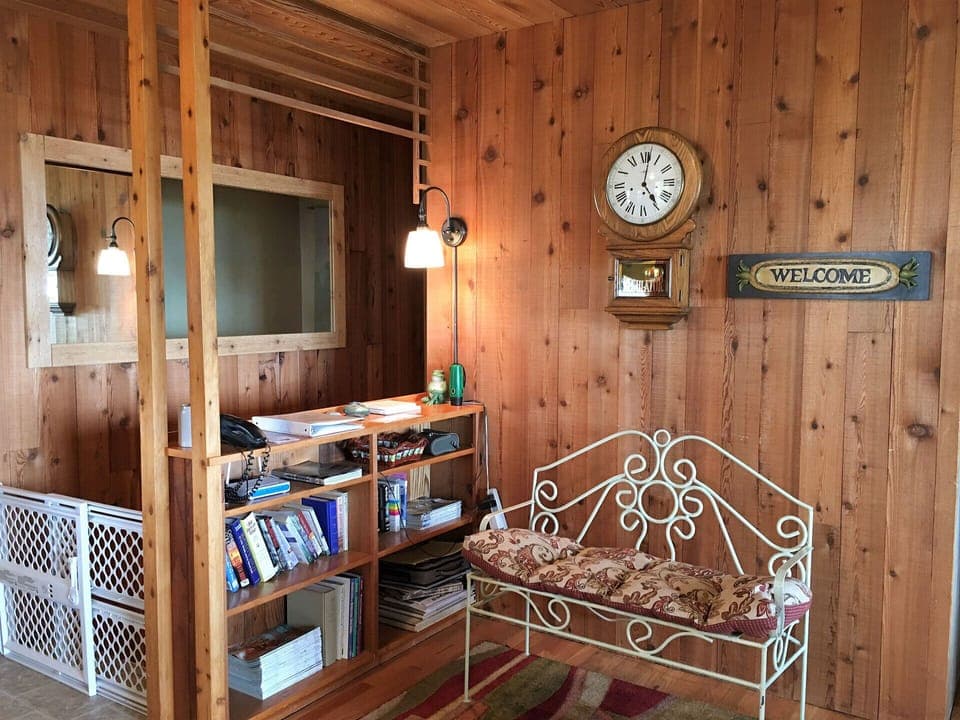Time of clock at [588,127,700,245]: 5:01
